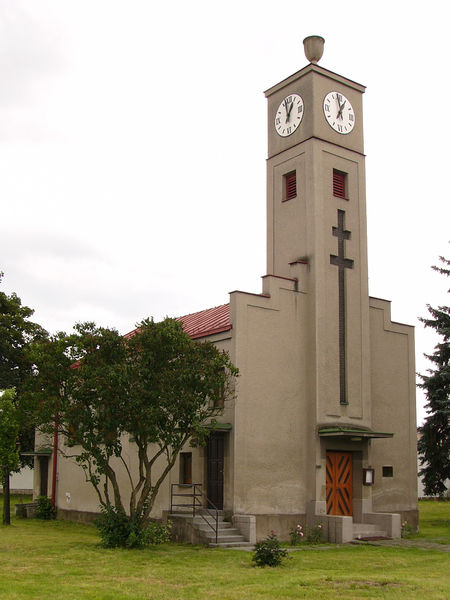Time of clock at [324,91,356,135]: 12:58
